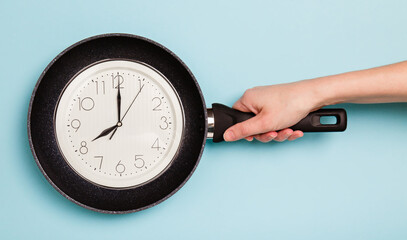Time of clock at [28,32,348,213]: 8:00
